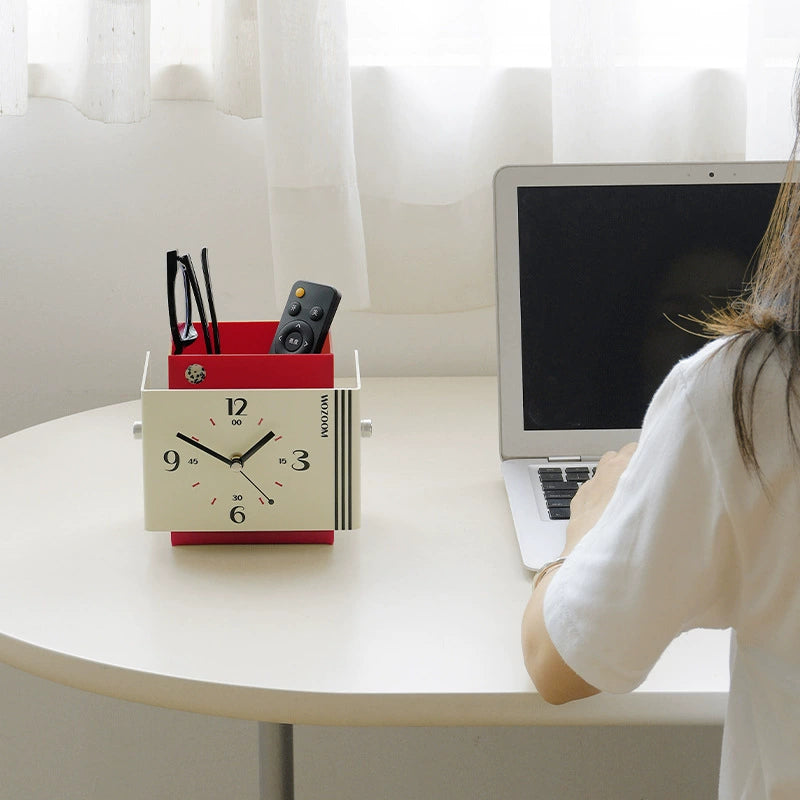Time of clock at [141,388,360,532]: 1:49
